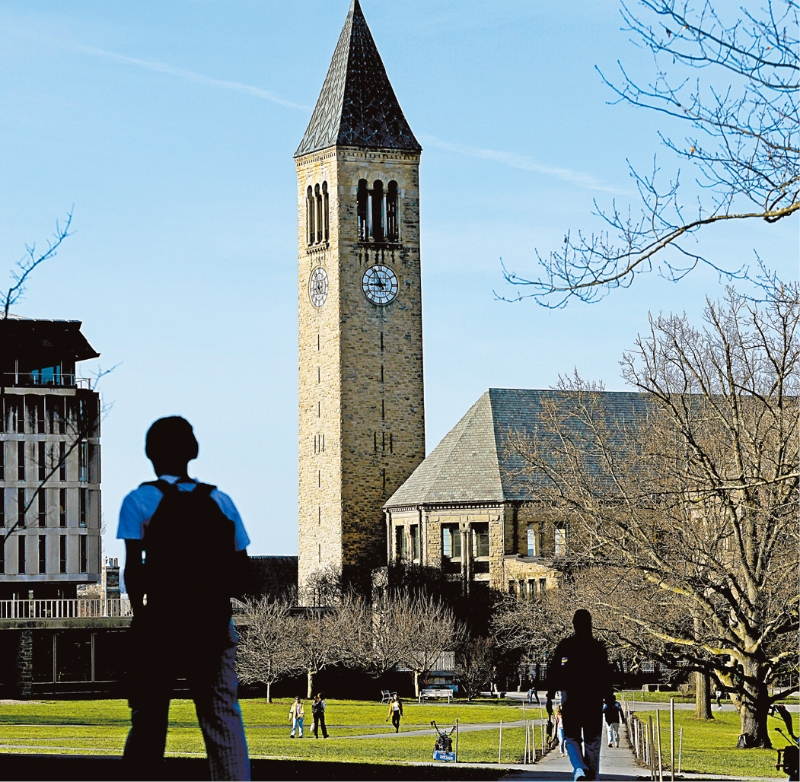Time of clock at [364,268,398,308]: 8:56
